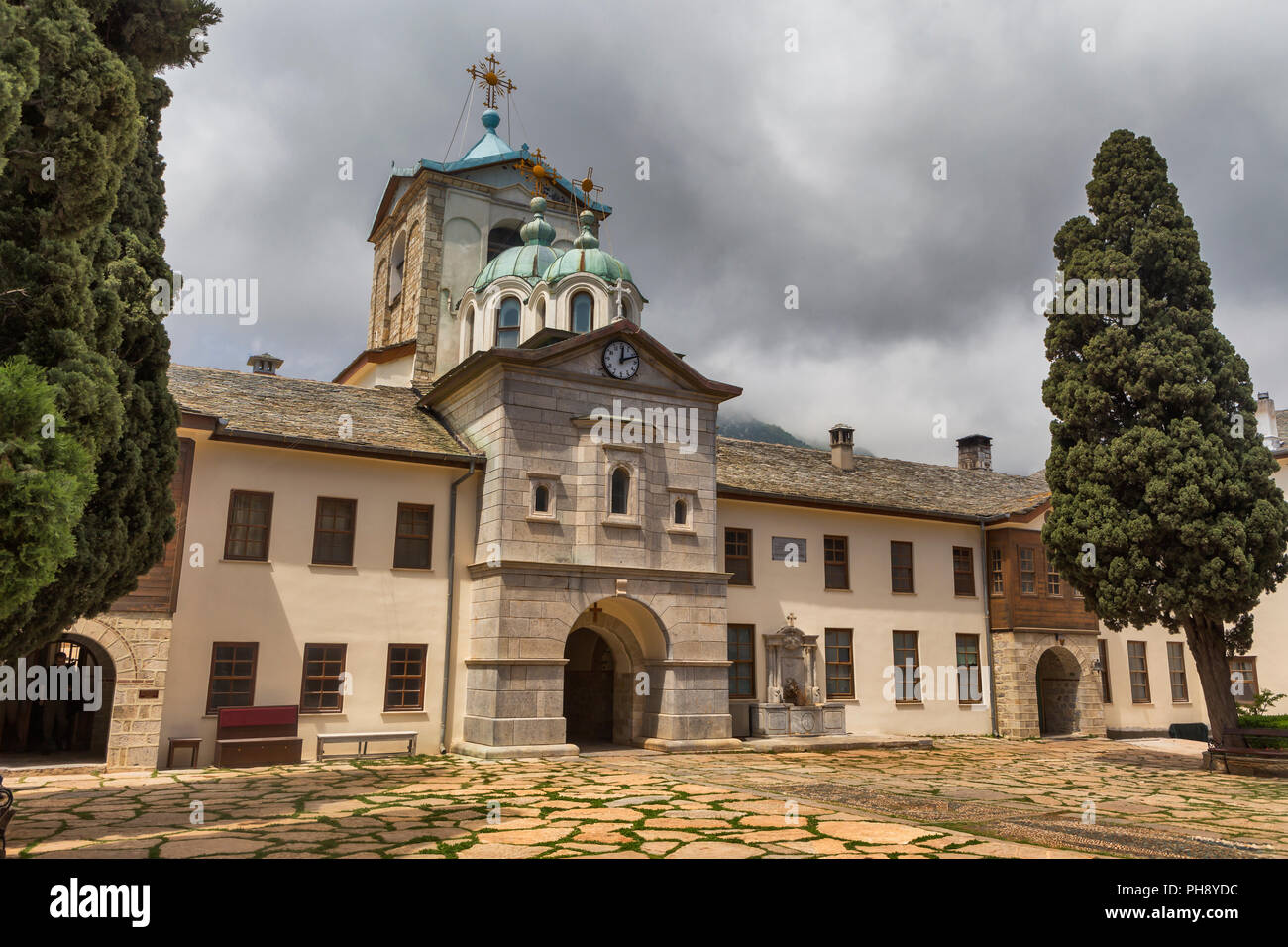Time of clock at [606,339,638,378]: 12:11
